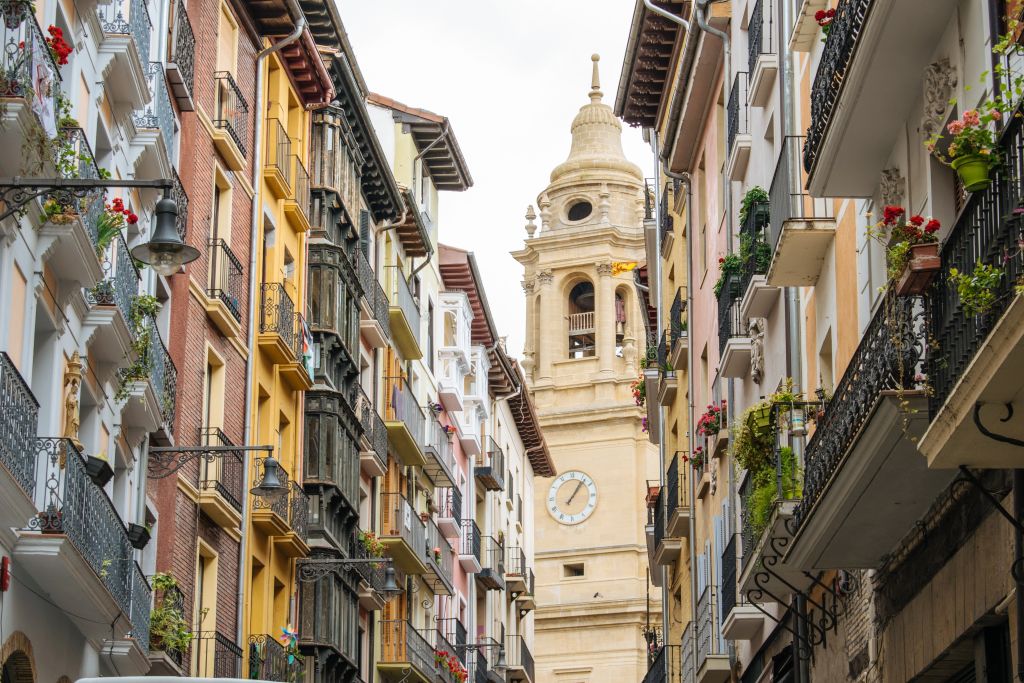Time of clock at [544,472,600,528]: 1:06
